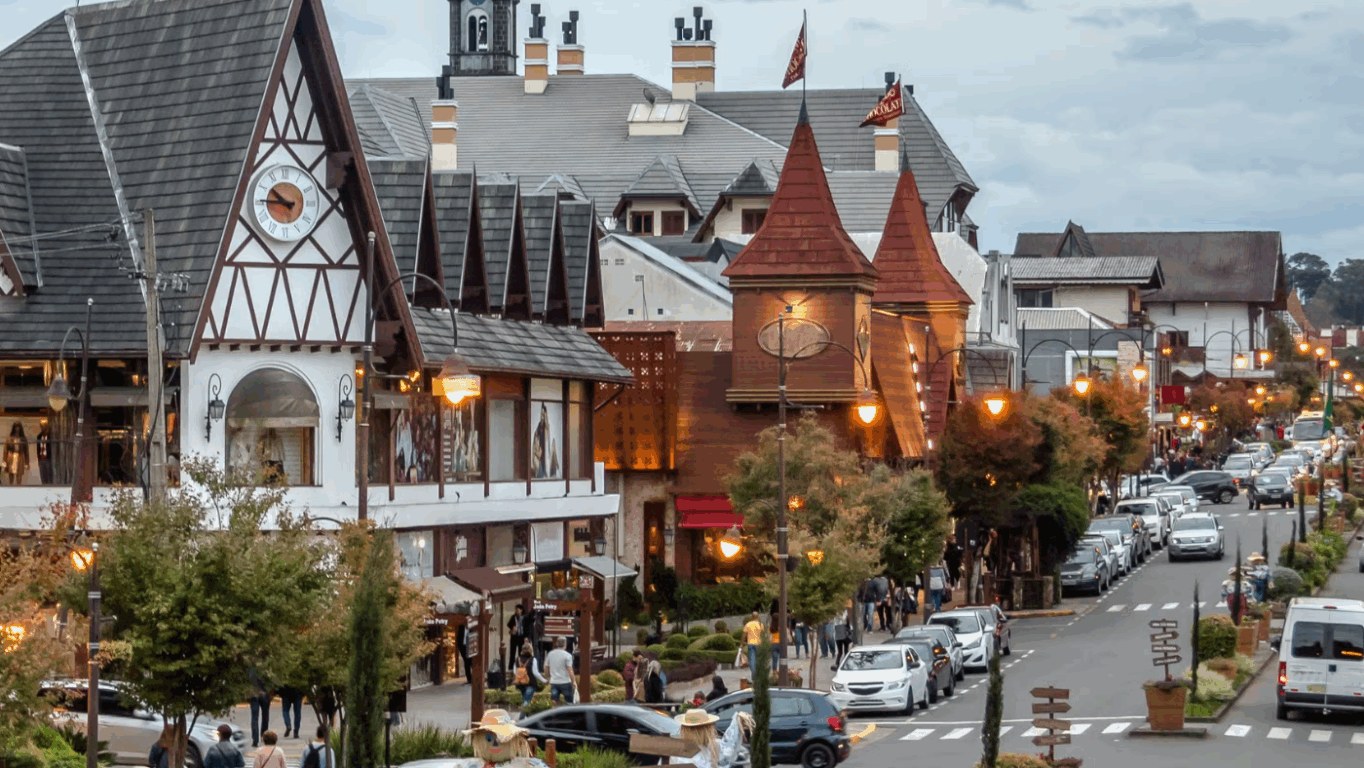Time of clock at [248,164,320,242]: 10:45
